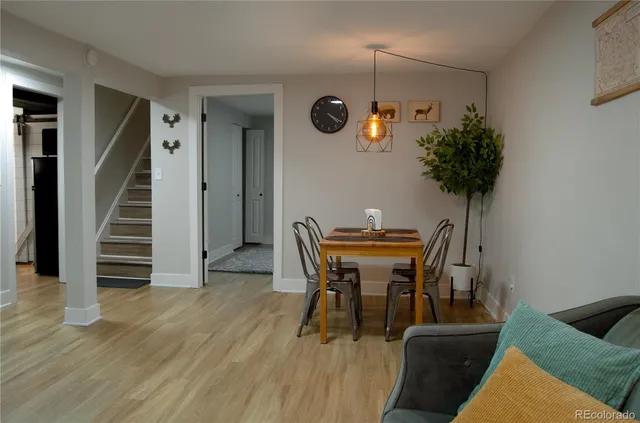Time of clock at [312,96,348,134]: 4:20
